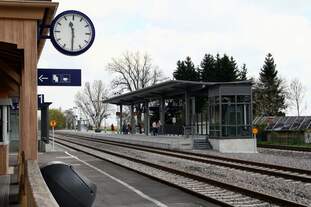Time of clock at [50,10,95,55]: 11:29
